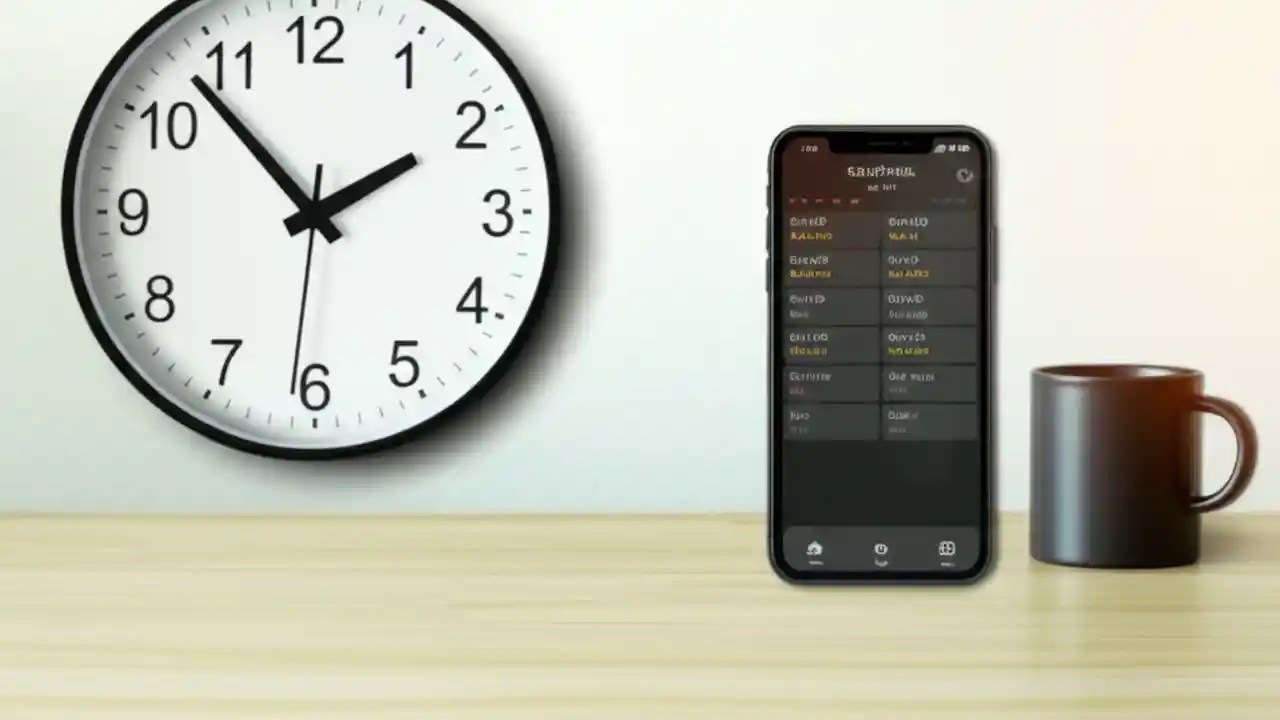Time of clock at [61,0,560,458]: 1:53
